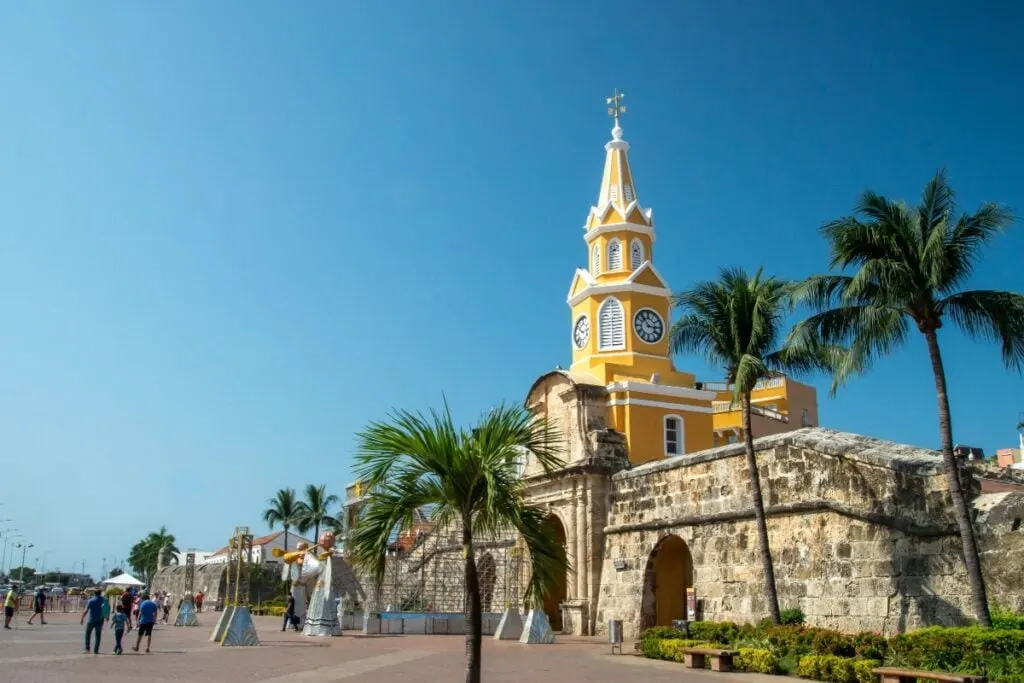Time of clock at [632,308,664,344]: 2:53
